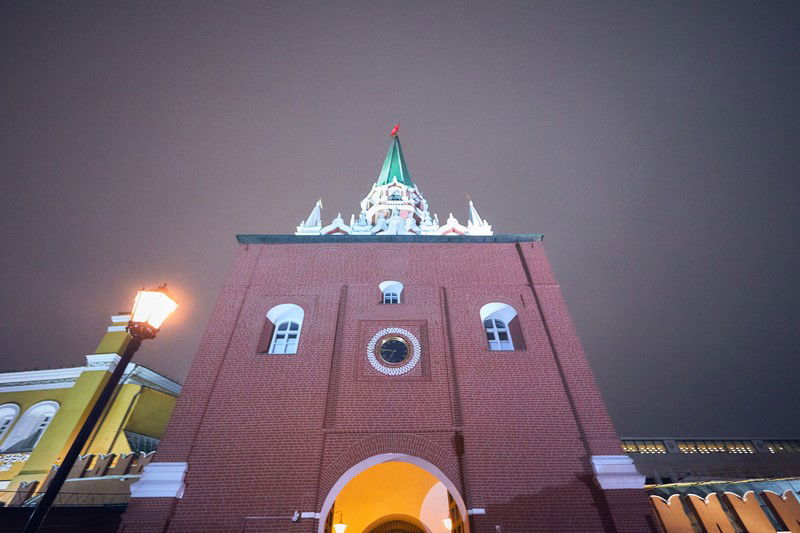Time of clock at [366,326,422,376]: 6:44
